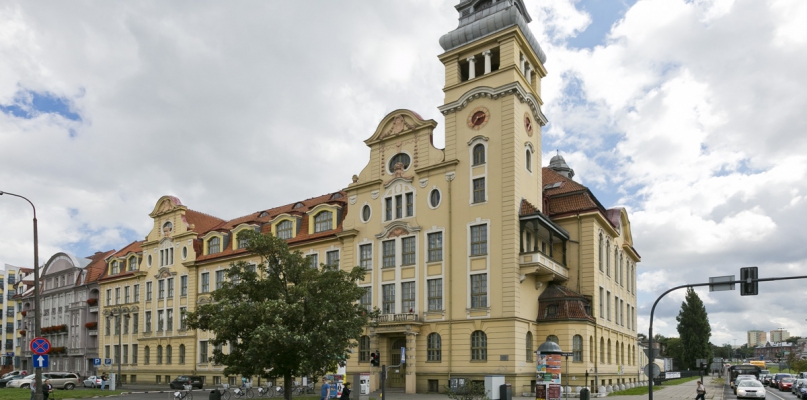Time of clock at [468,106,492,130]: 2:36
